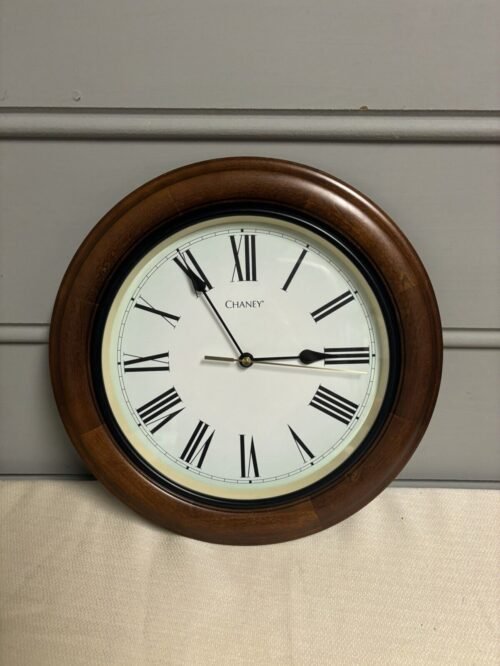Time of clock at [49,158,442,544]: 2:54
